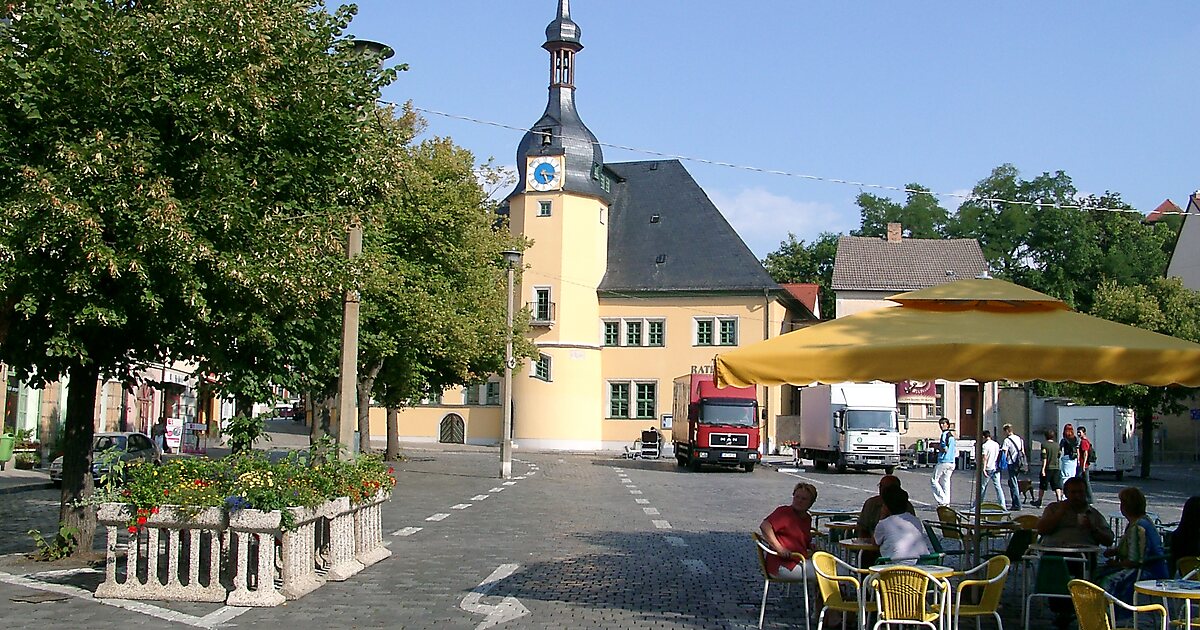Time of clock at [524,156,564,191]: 5:17
